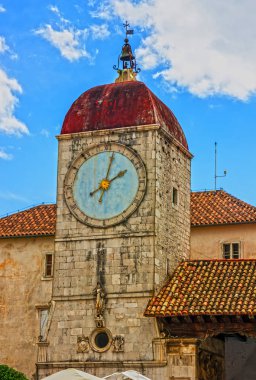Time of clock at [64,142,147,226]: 2:02
